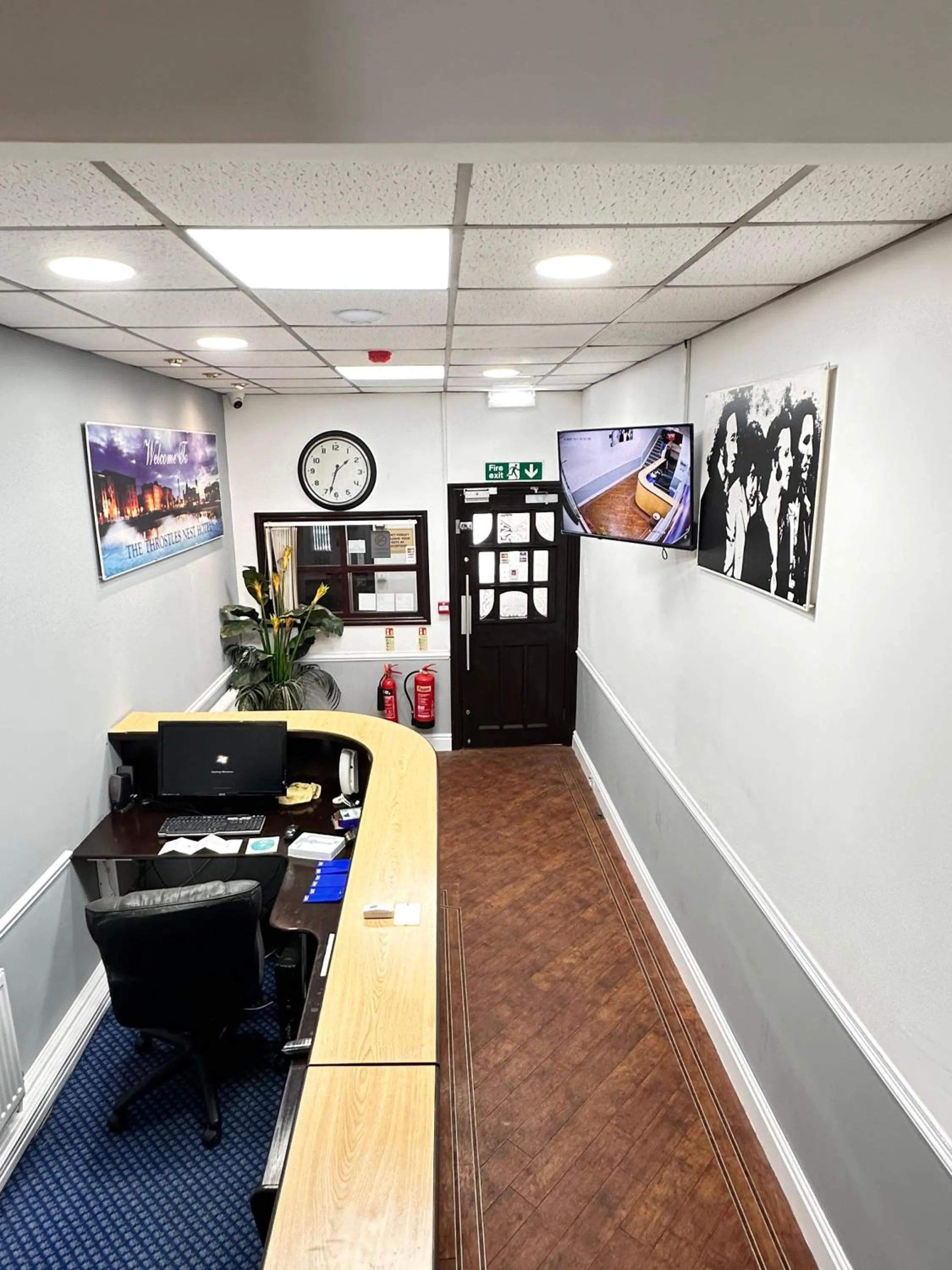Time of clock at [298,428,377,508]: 1:32
